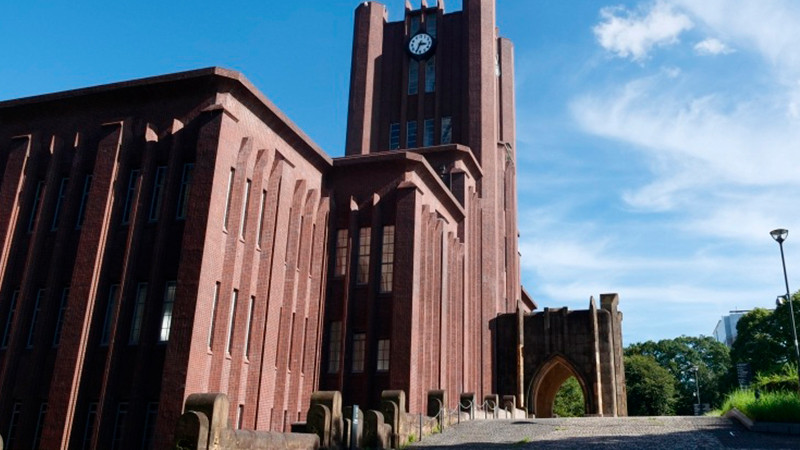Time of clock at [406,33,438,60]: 3:34
